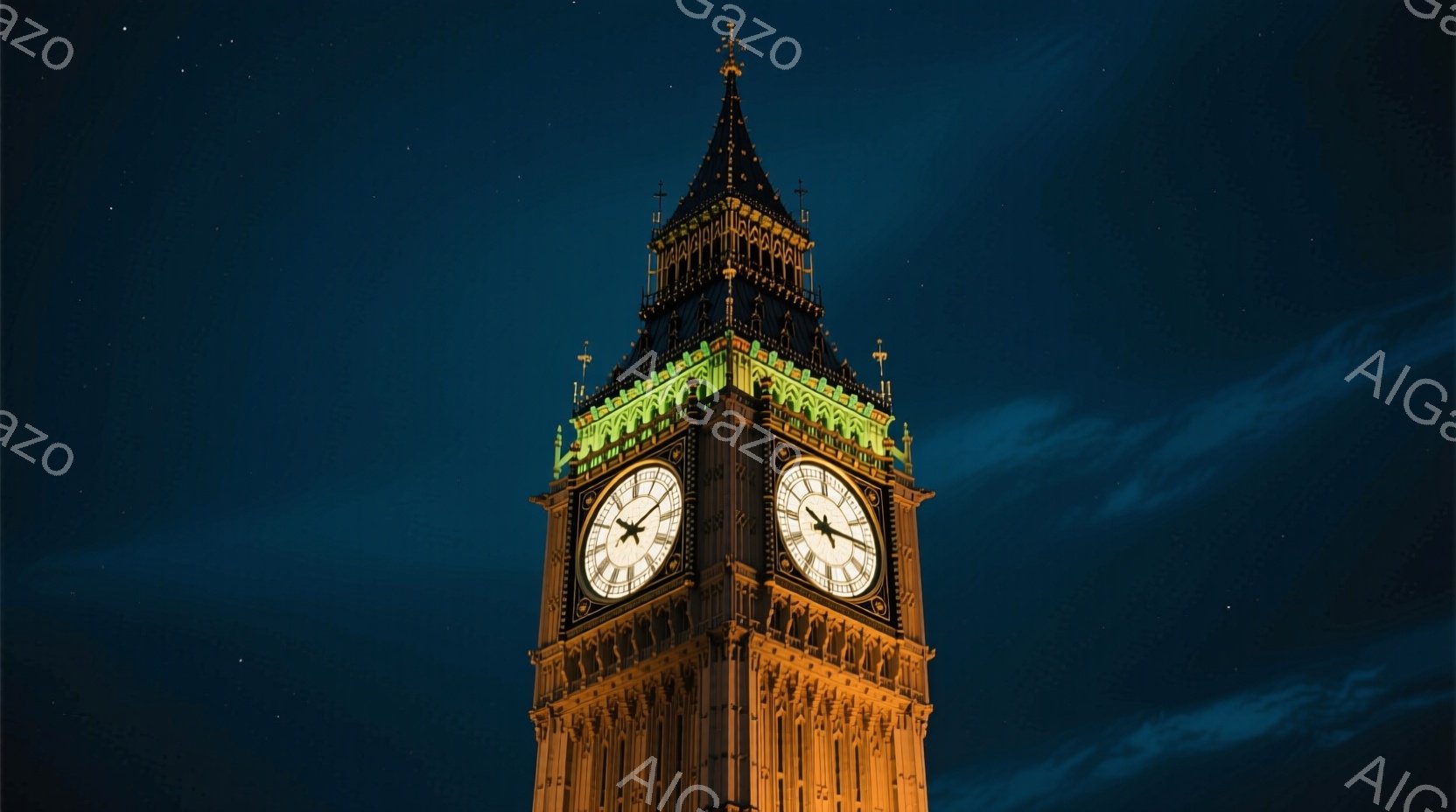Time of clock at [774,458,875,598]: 10:14
